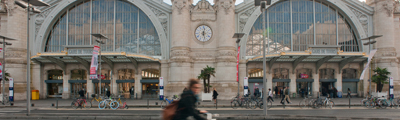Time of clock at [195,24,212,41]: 12:27
